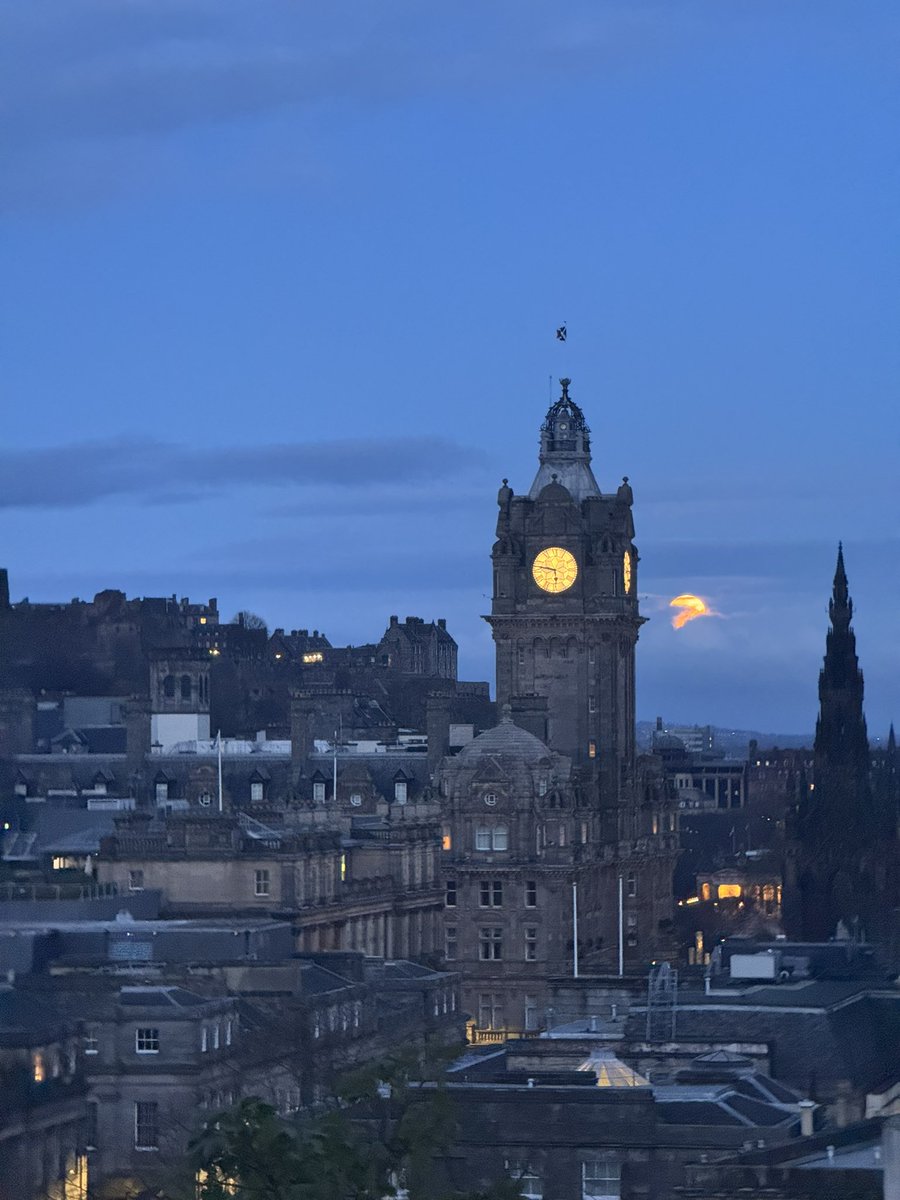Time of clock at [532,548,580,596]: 5:46
